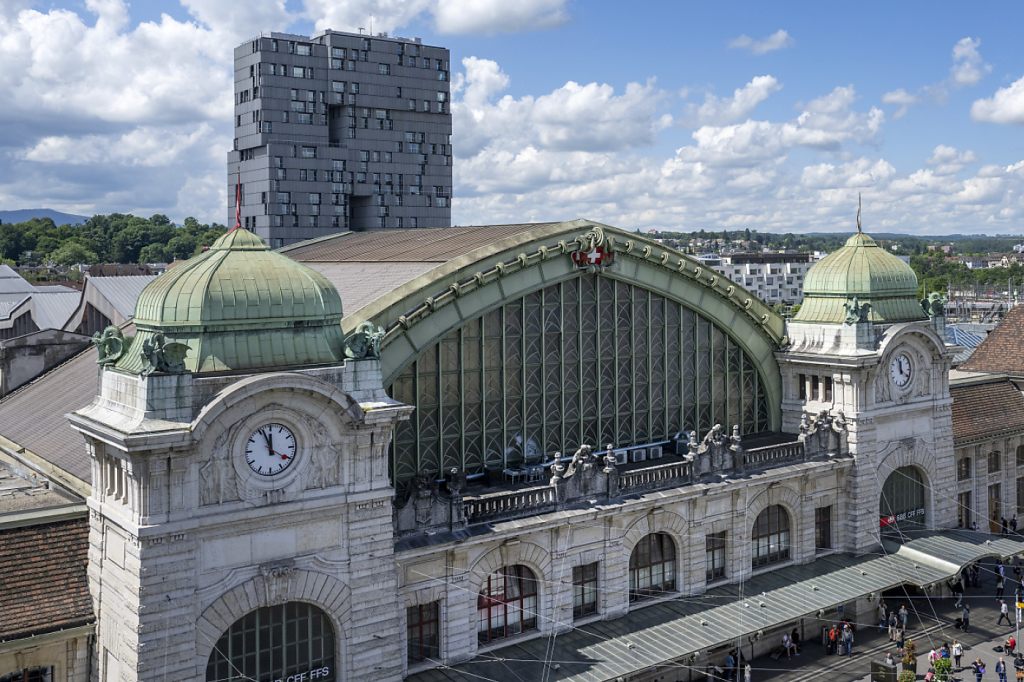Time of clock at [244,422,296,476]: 11:56
